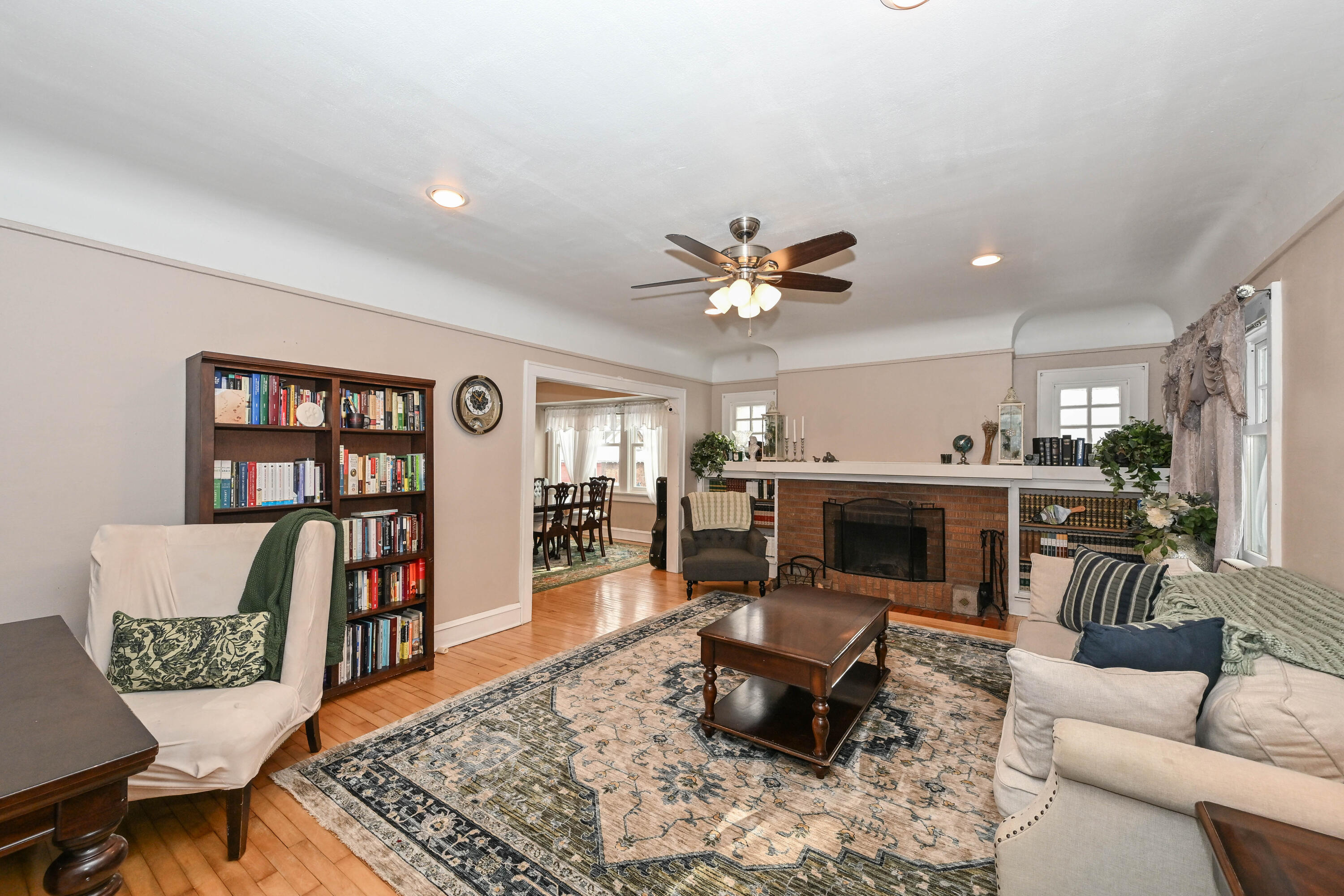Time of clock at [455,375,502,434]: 12:52
